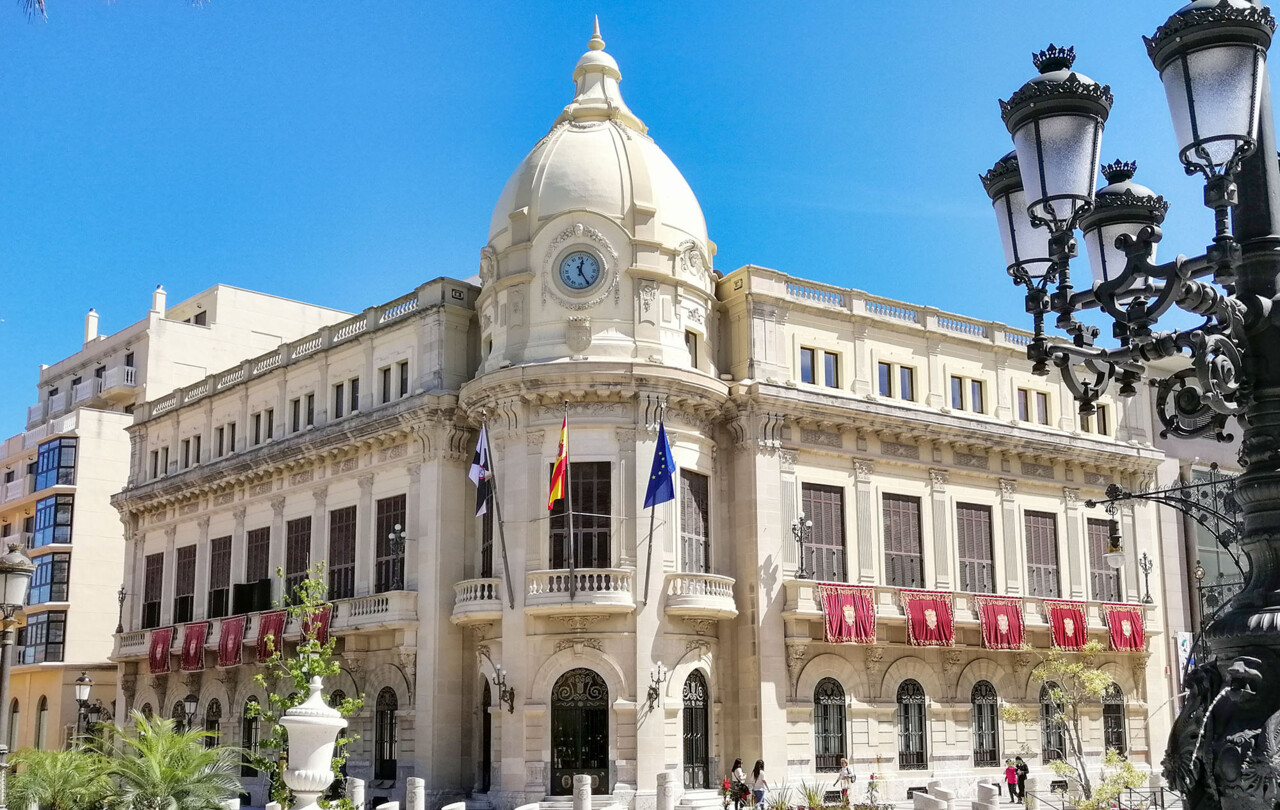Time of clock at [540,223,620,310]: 12:24
